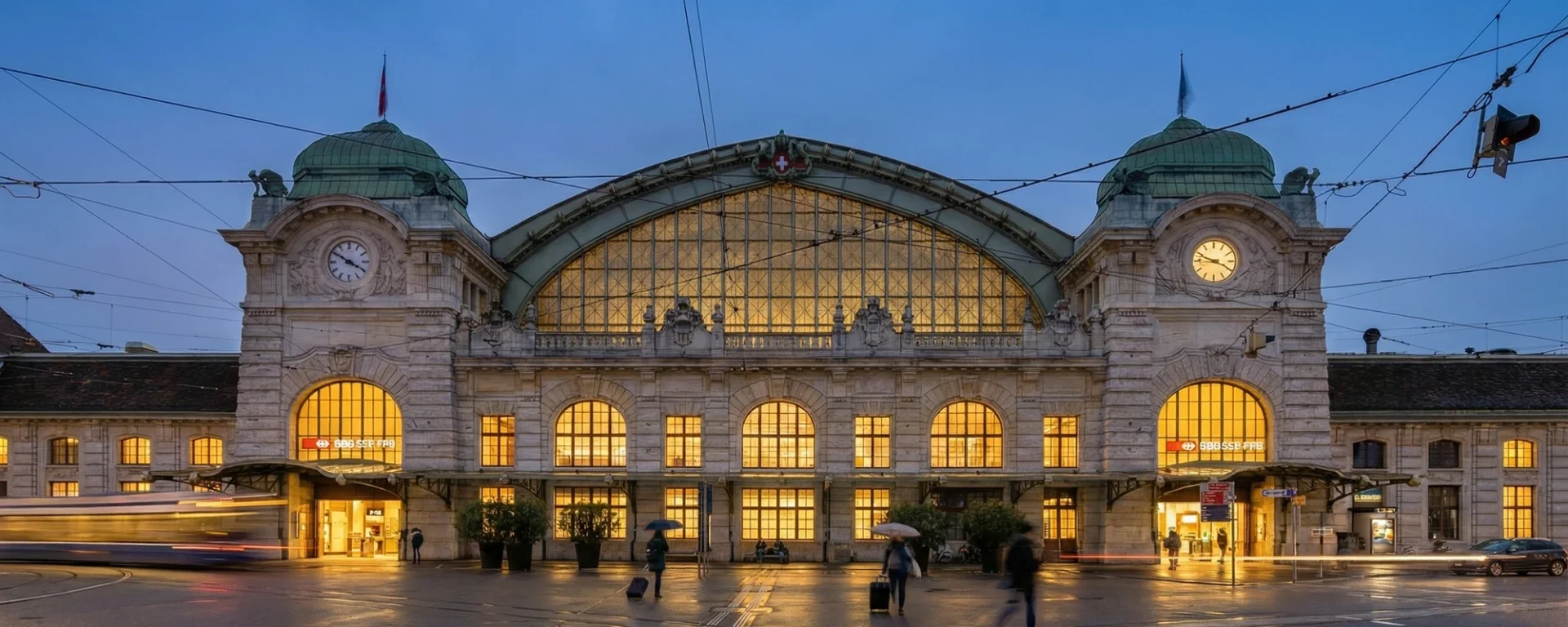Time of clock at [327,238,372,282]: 3:50
